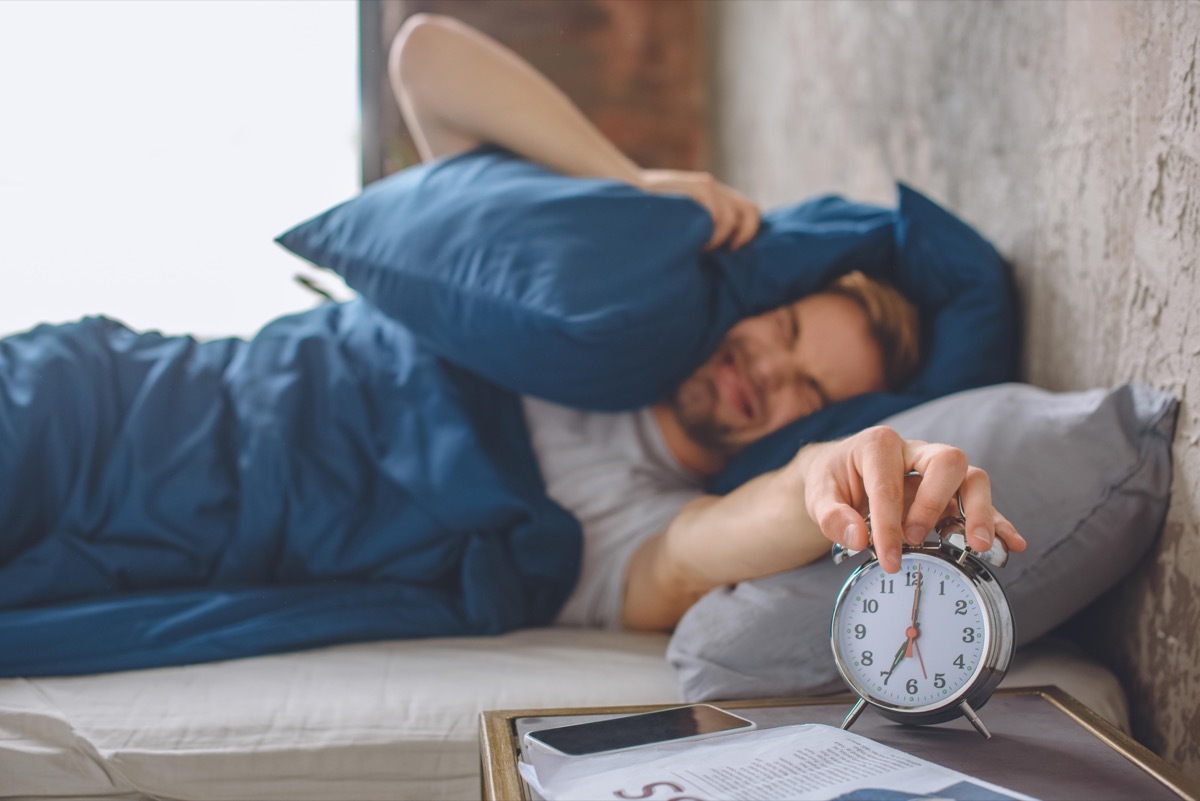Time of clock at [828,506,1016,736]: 7:01
